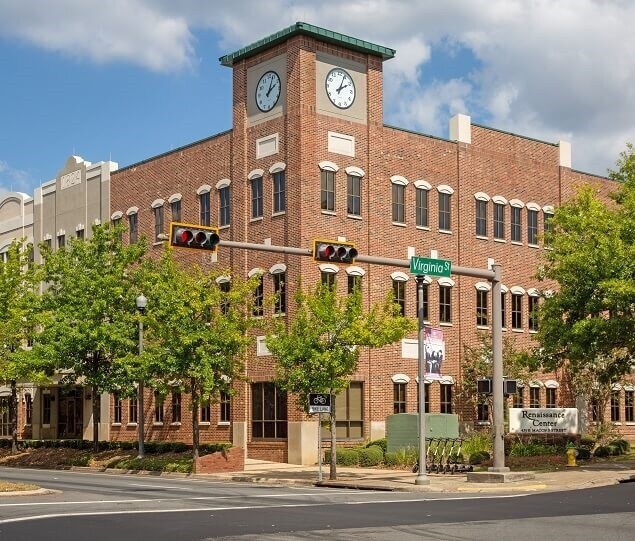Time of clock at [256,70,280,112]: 2:03
